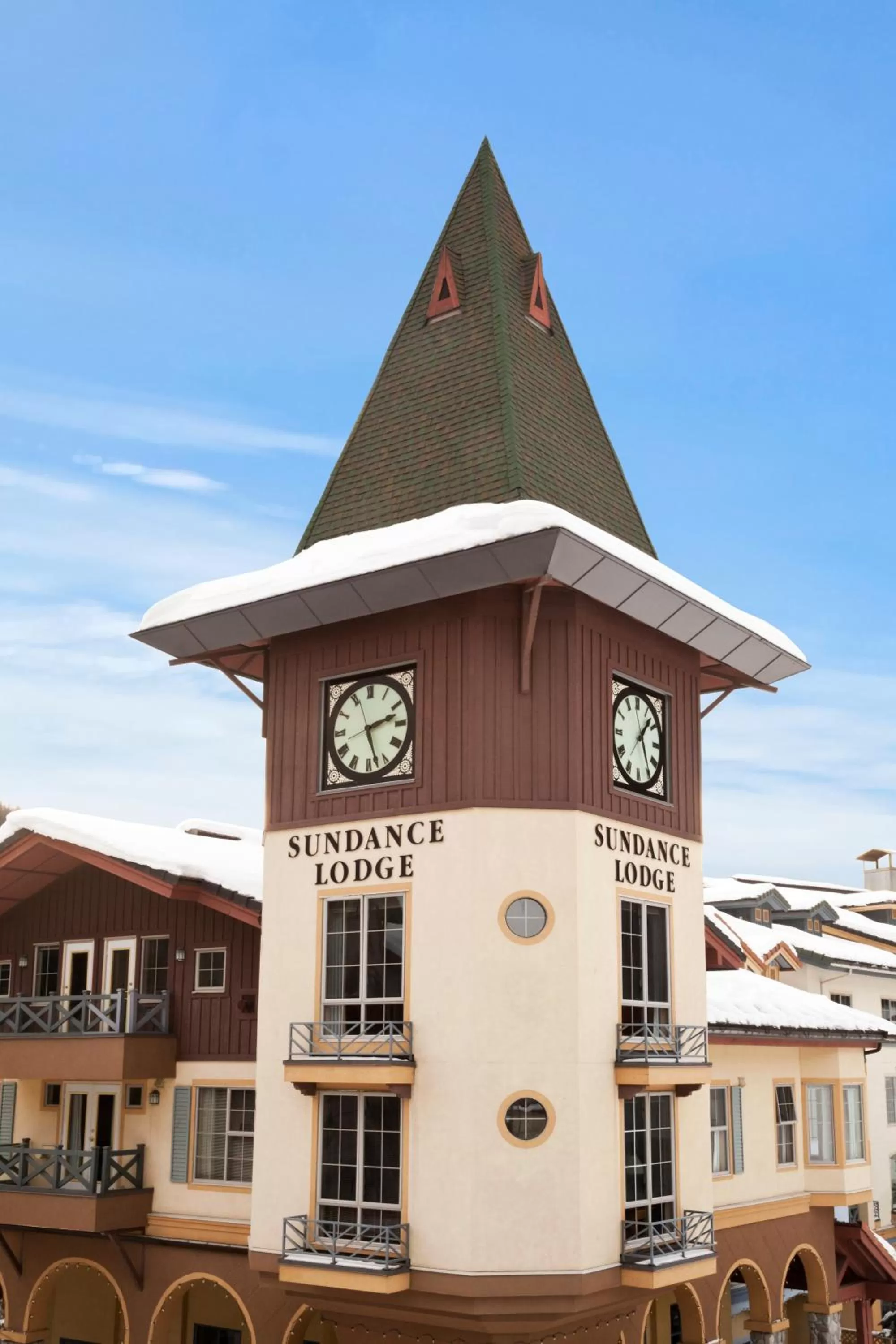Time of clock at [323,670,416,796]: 2:27
